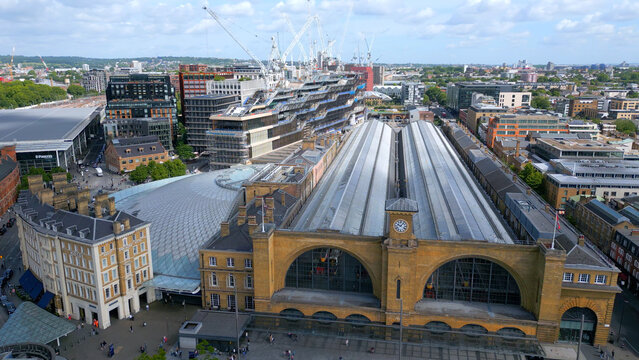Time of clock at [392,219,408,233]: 10:07
